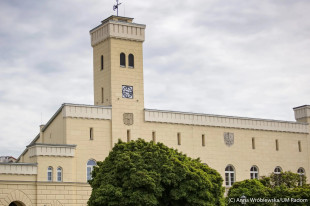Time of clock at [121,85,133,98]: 9:17
